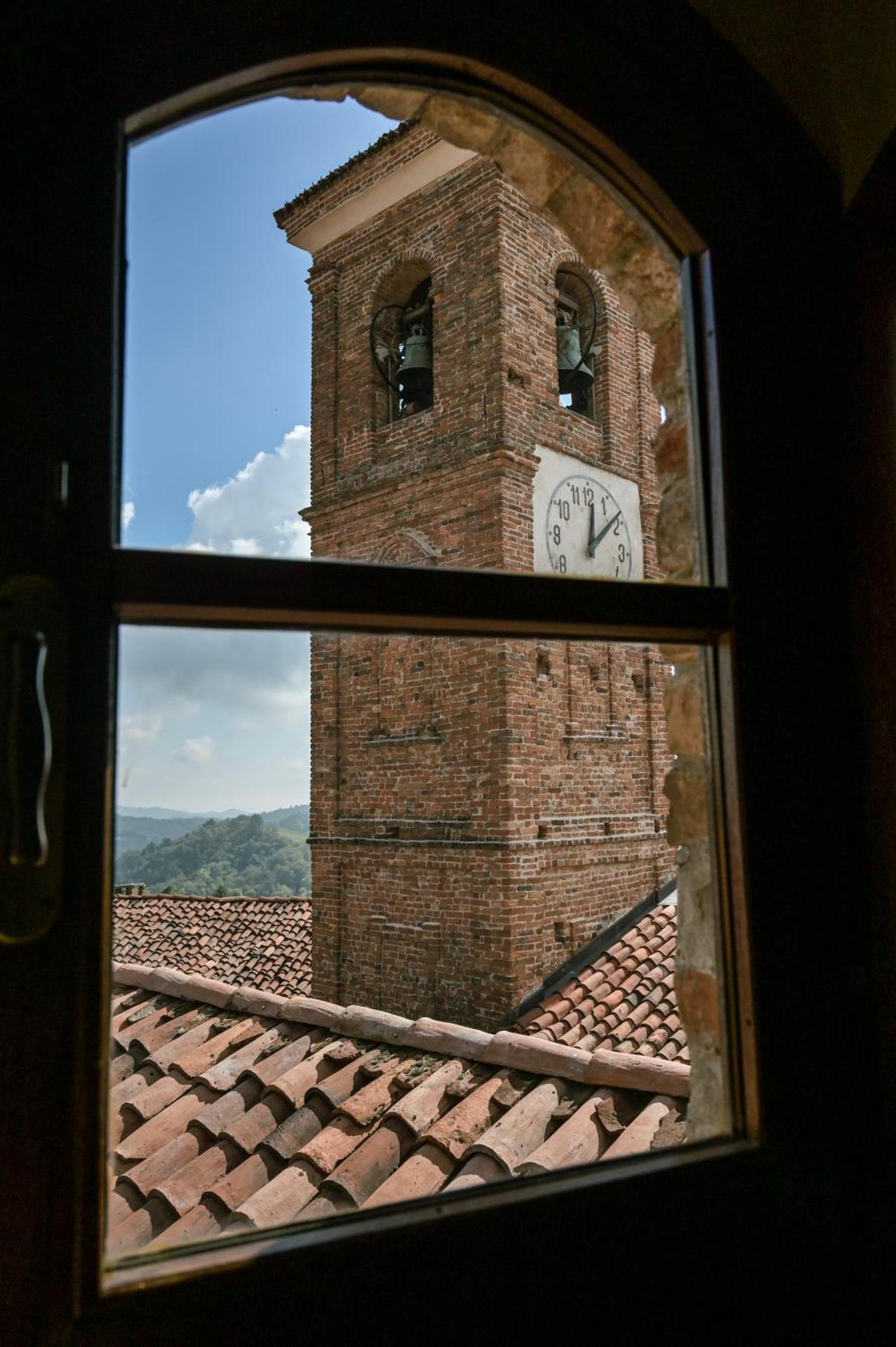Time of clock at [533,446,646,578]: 12:08
